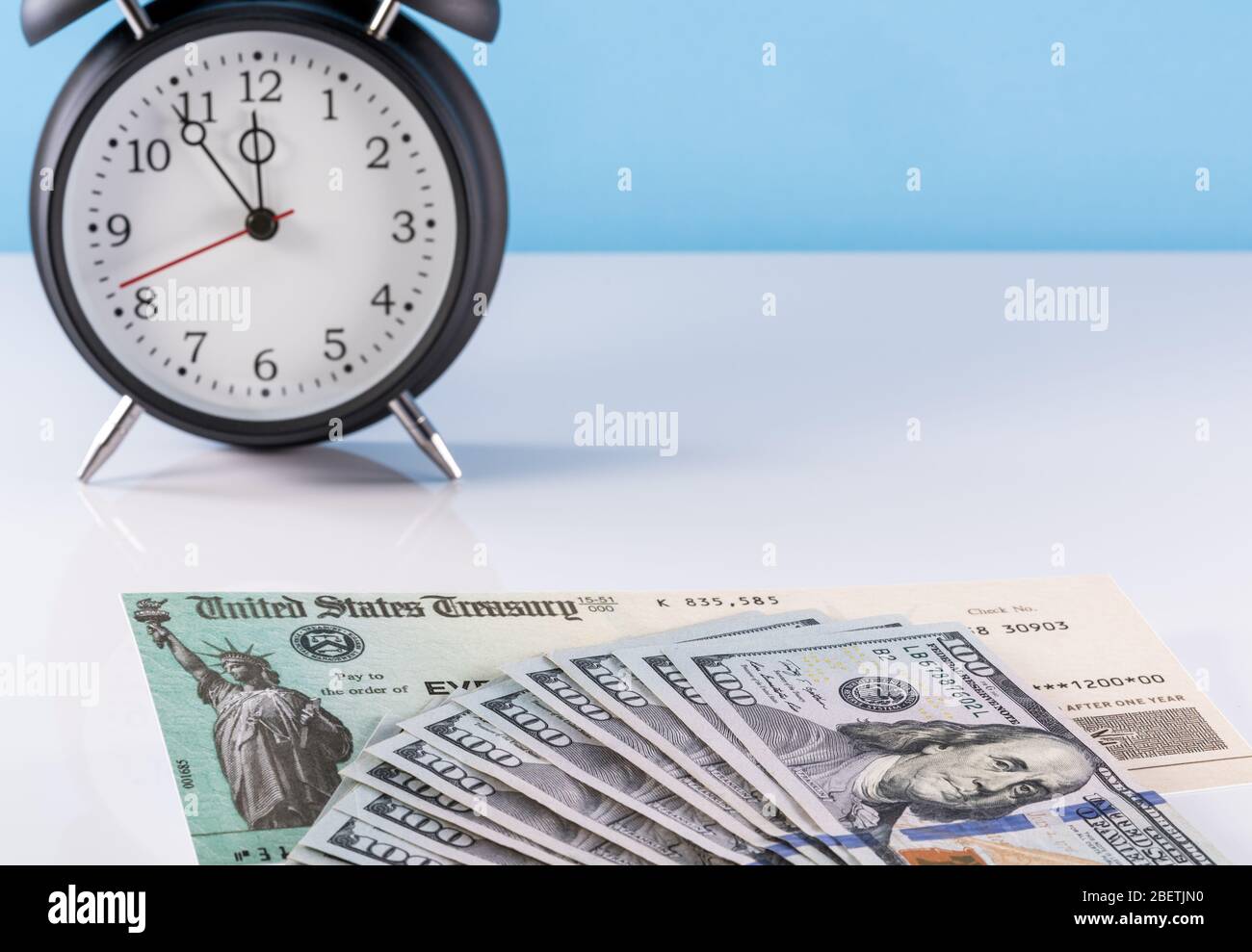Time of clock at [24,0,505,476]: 11:53
